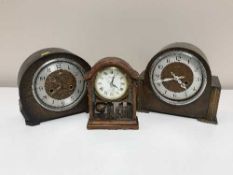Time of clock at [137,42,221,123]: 4:42
